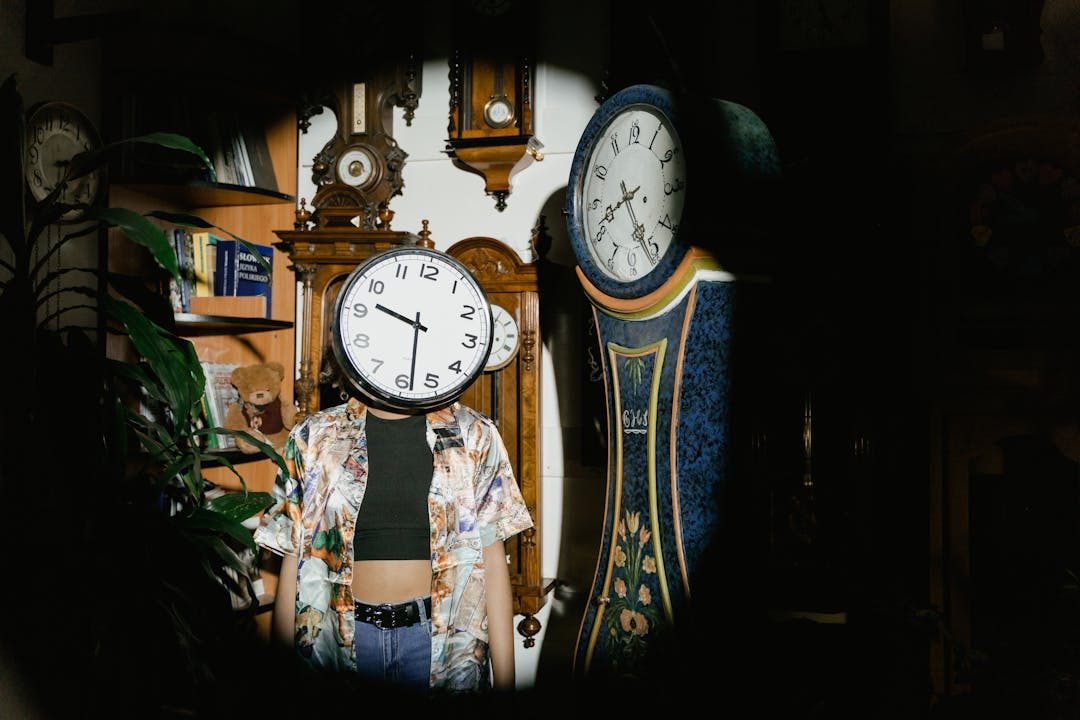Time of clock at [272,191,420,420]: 9:28
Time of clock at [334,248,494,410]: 9:28
